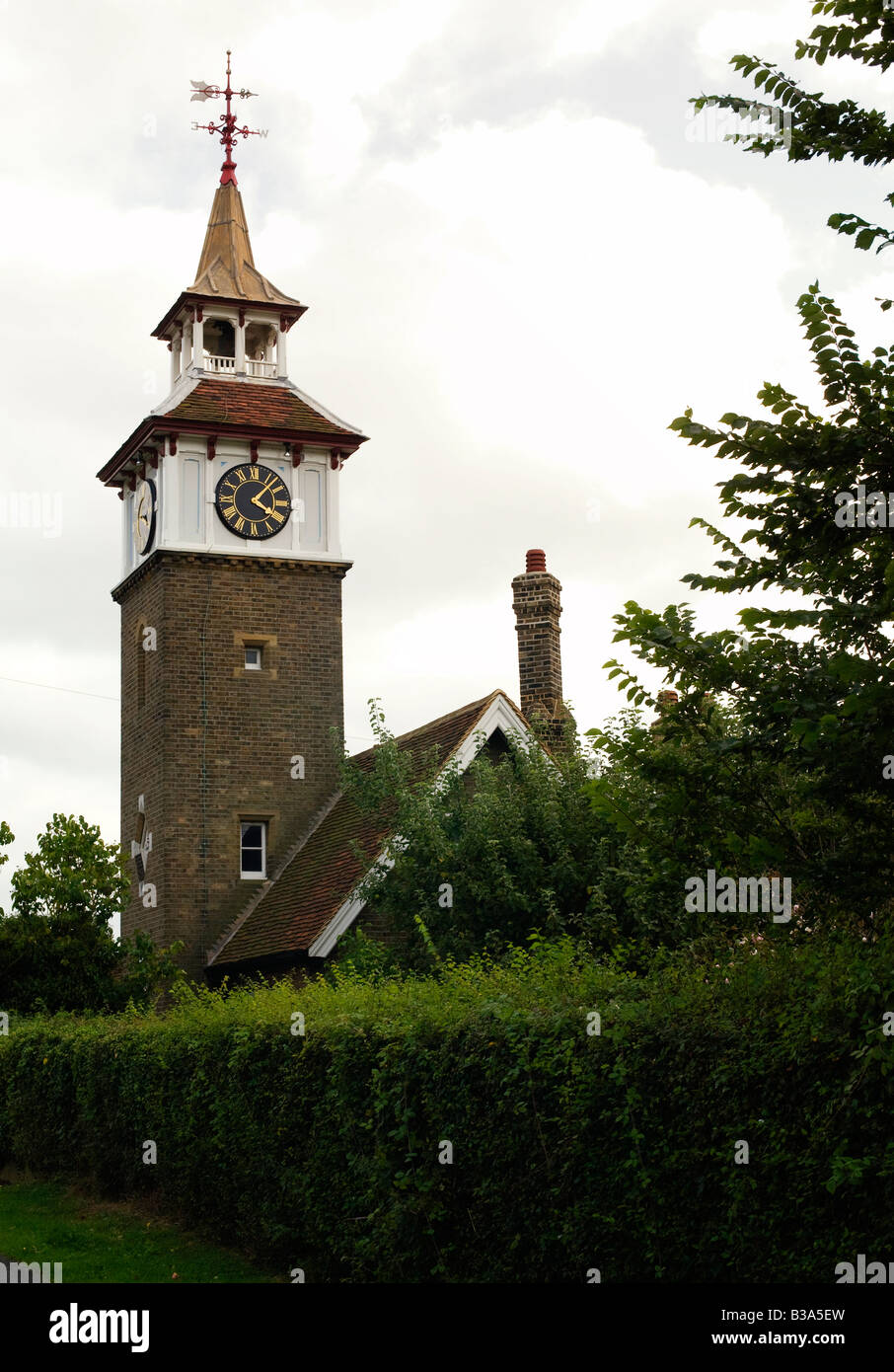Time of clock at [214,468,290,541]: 4:07
